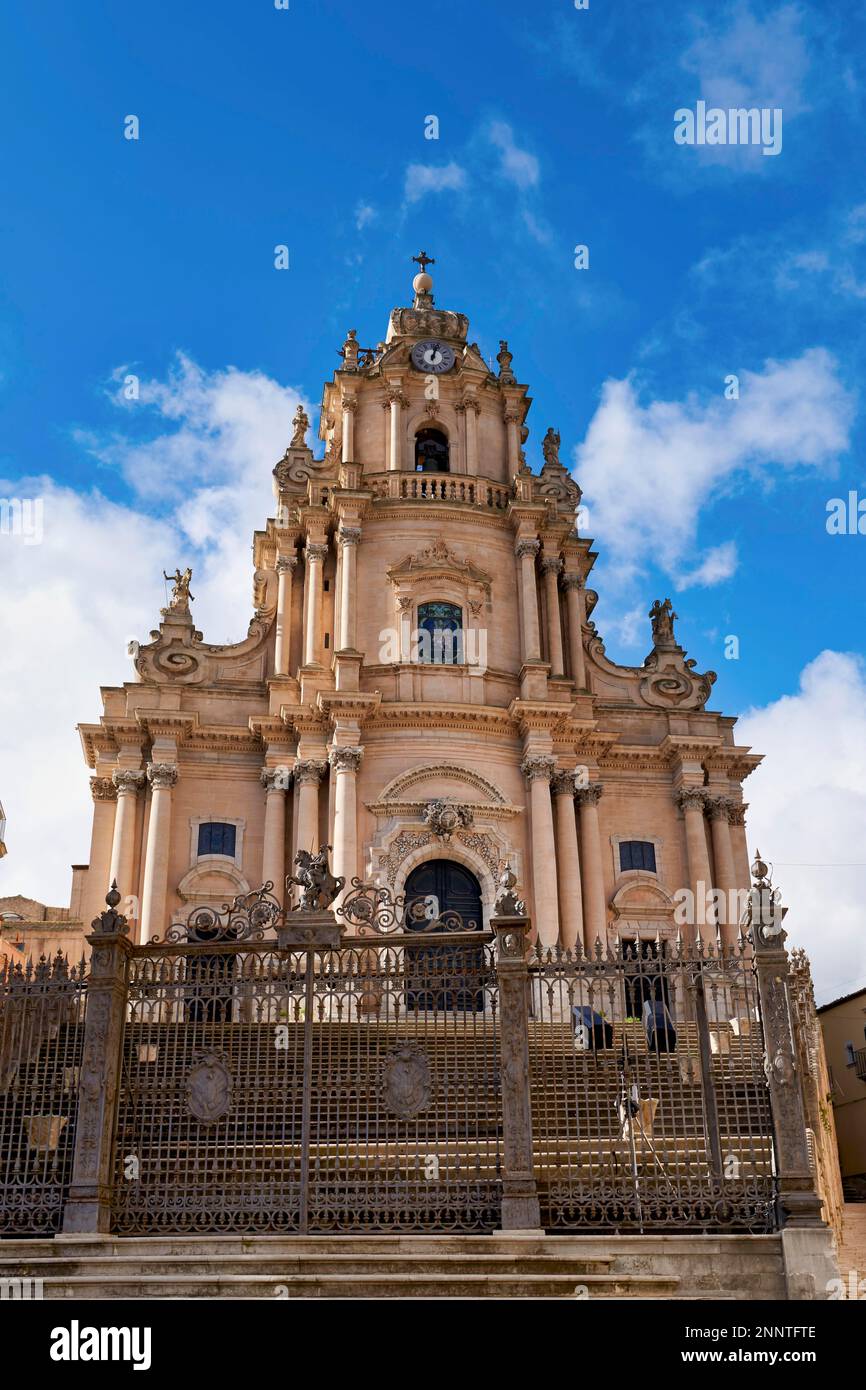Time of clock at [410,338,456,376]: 12:02
